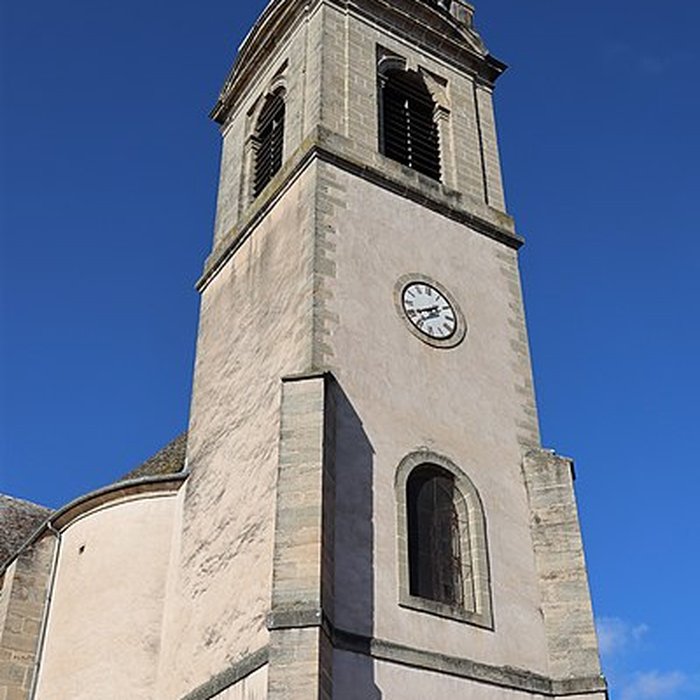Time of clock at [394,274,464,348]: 1:40
